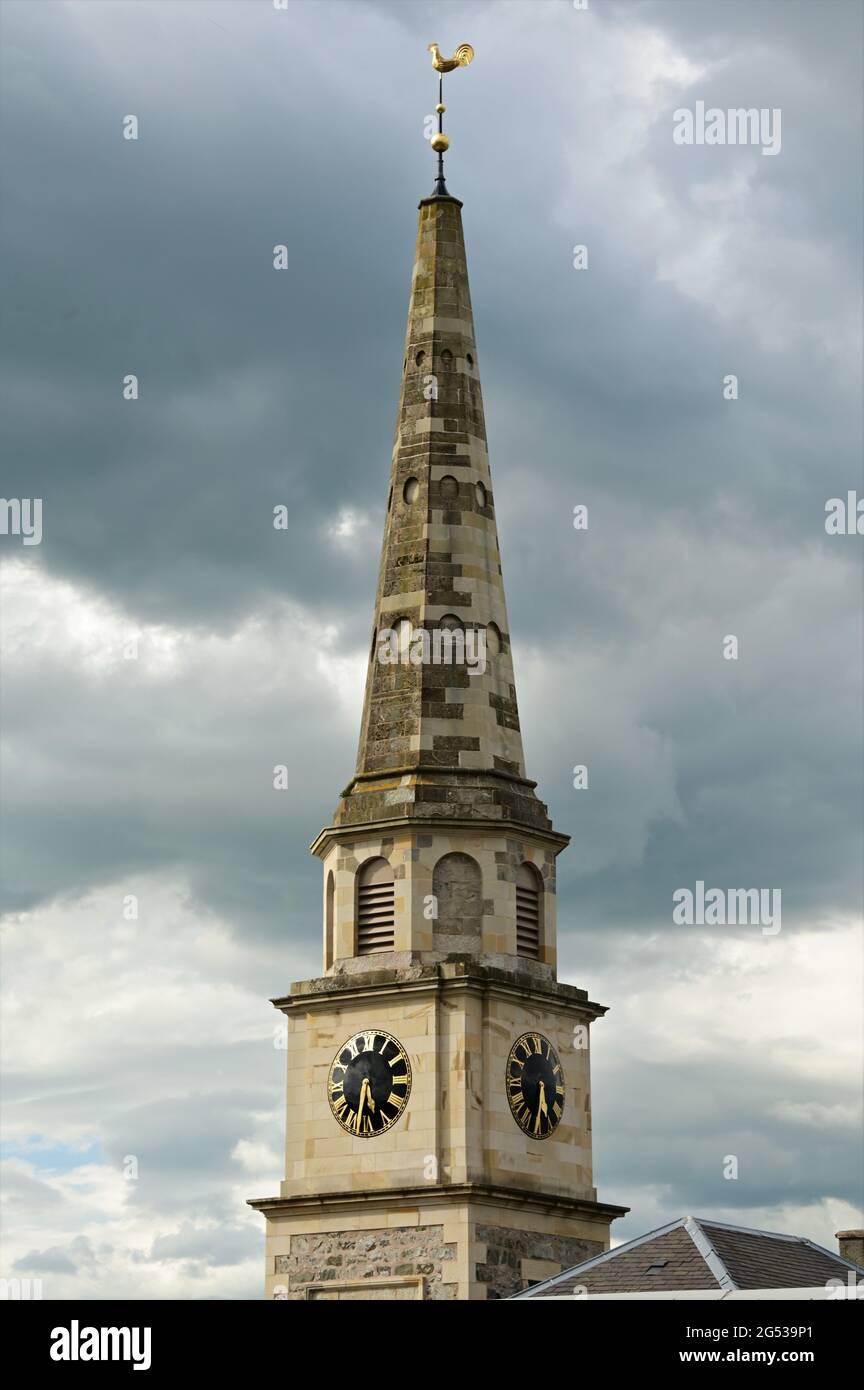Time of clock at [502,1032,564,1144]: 5:31
